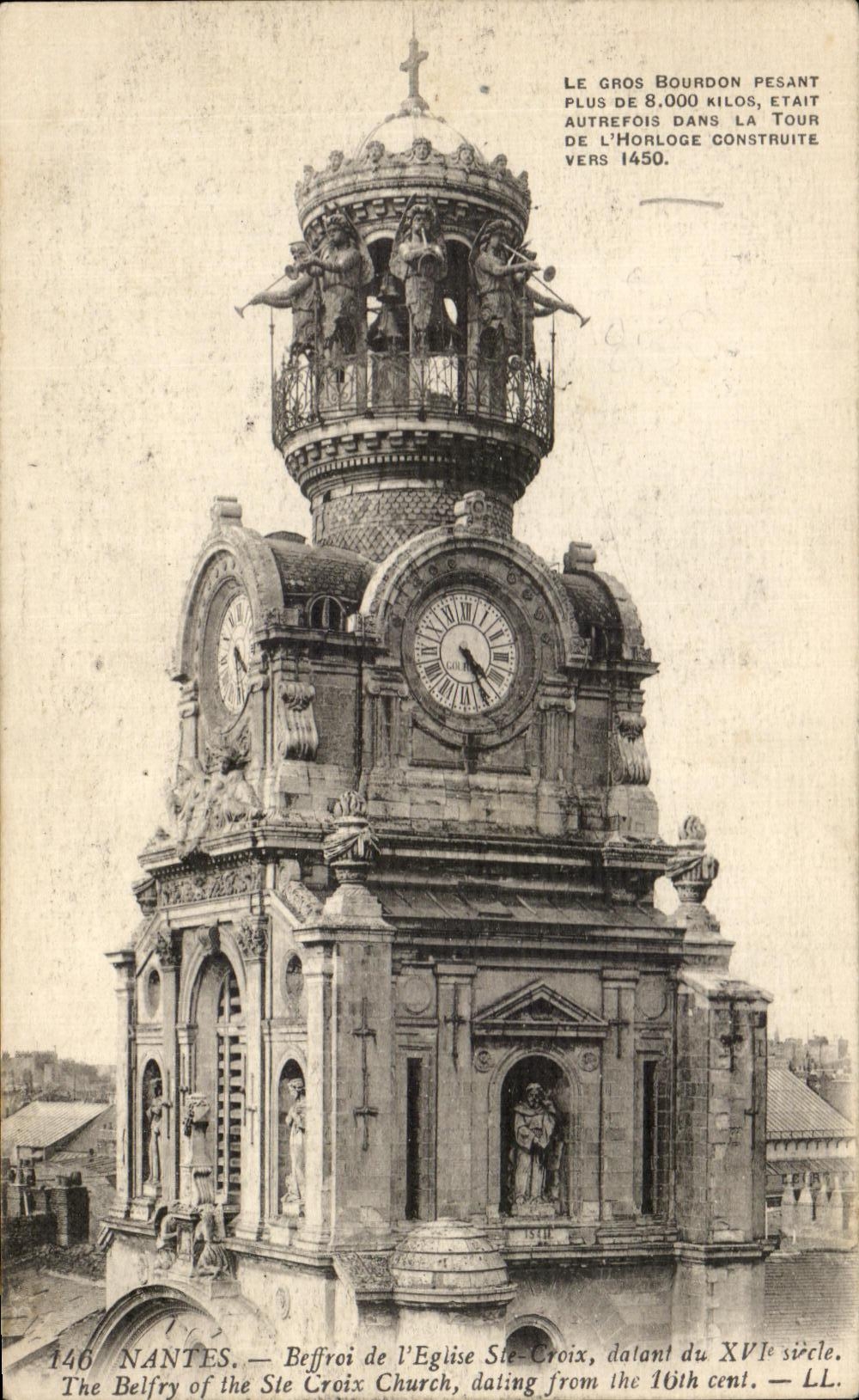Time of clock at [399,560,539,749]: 4:25
